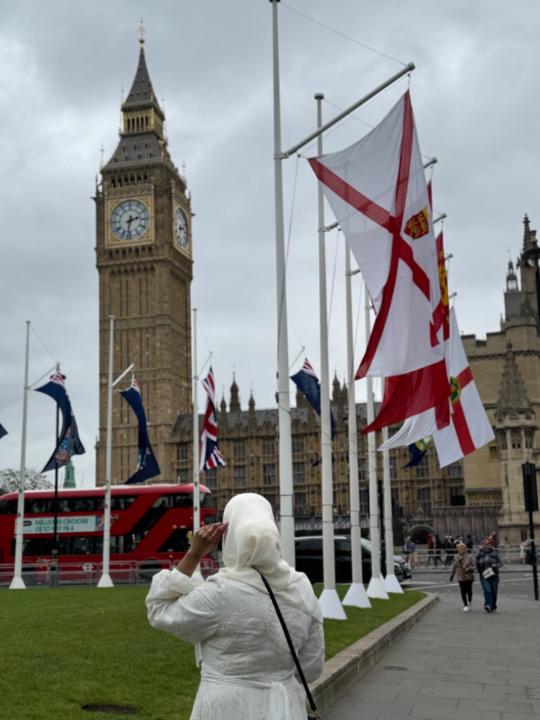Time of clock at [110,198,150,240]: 2:32
